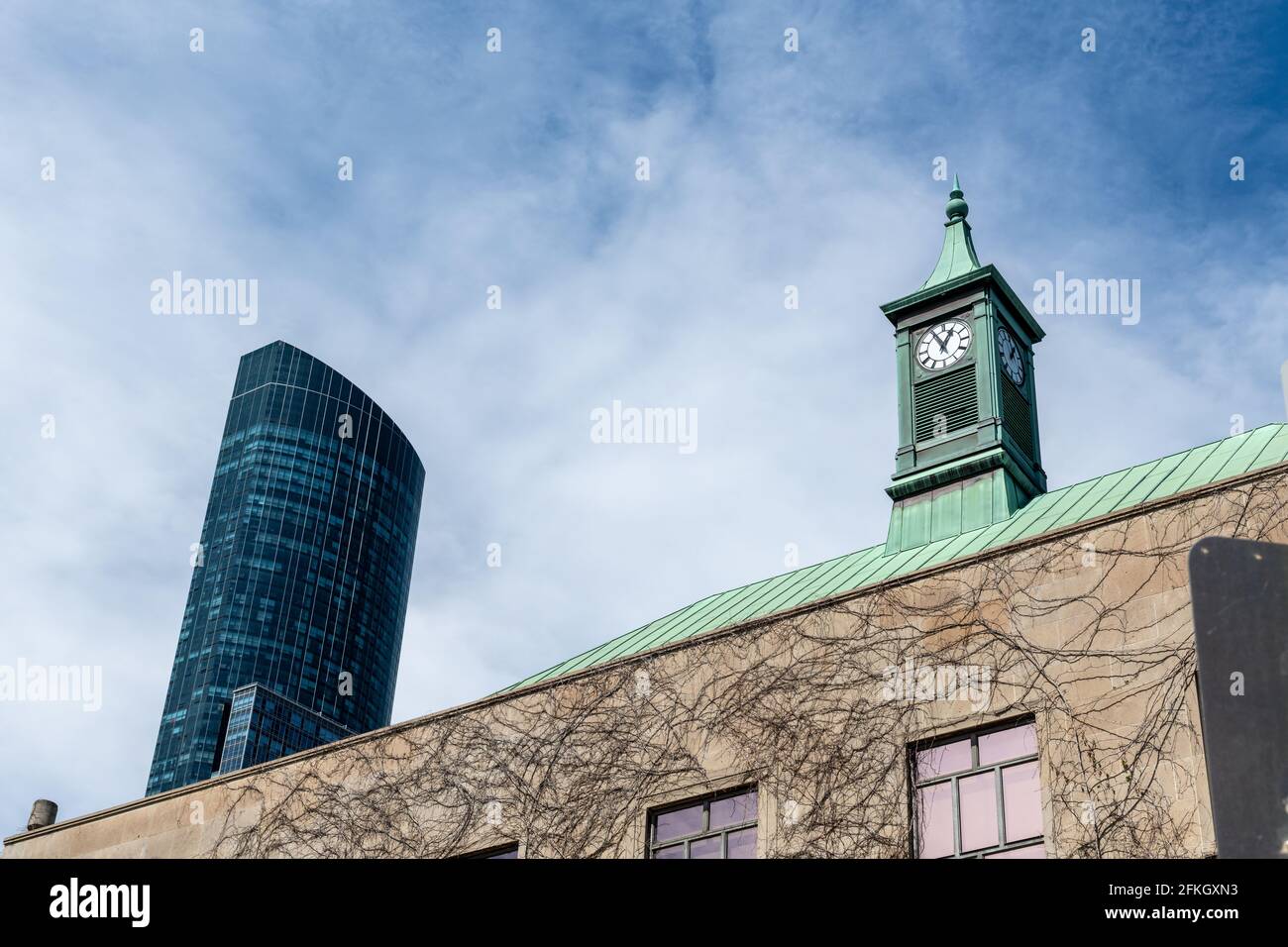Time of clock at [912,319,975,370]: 12:55
